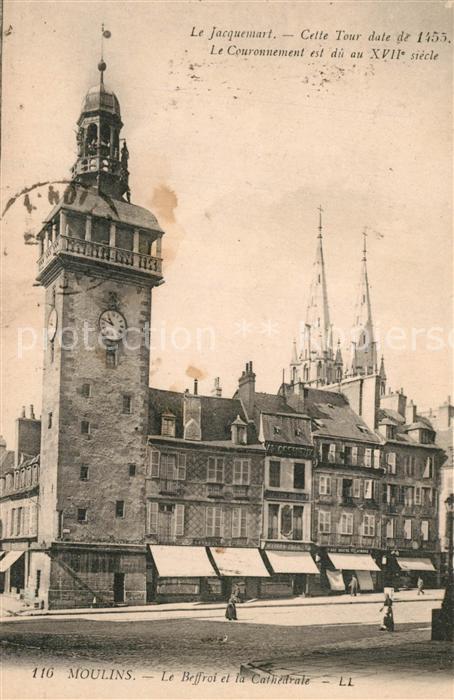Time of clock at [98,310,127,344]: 10:48
